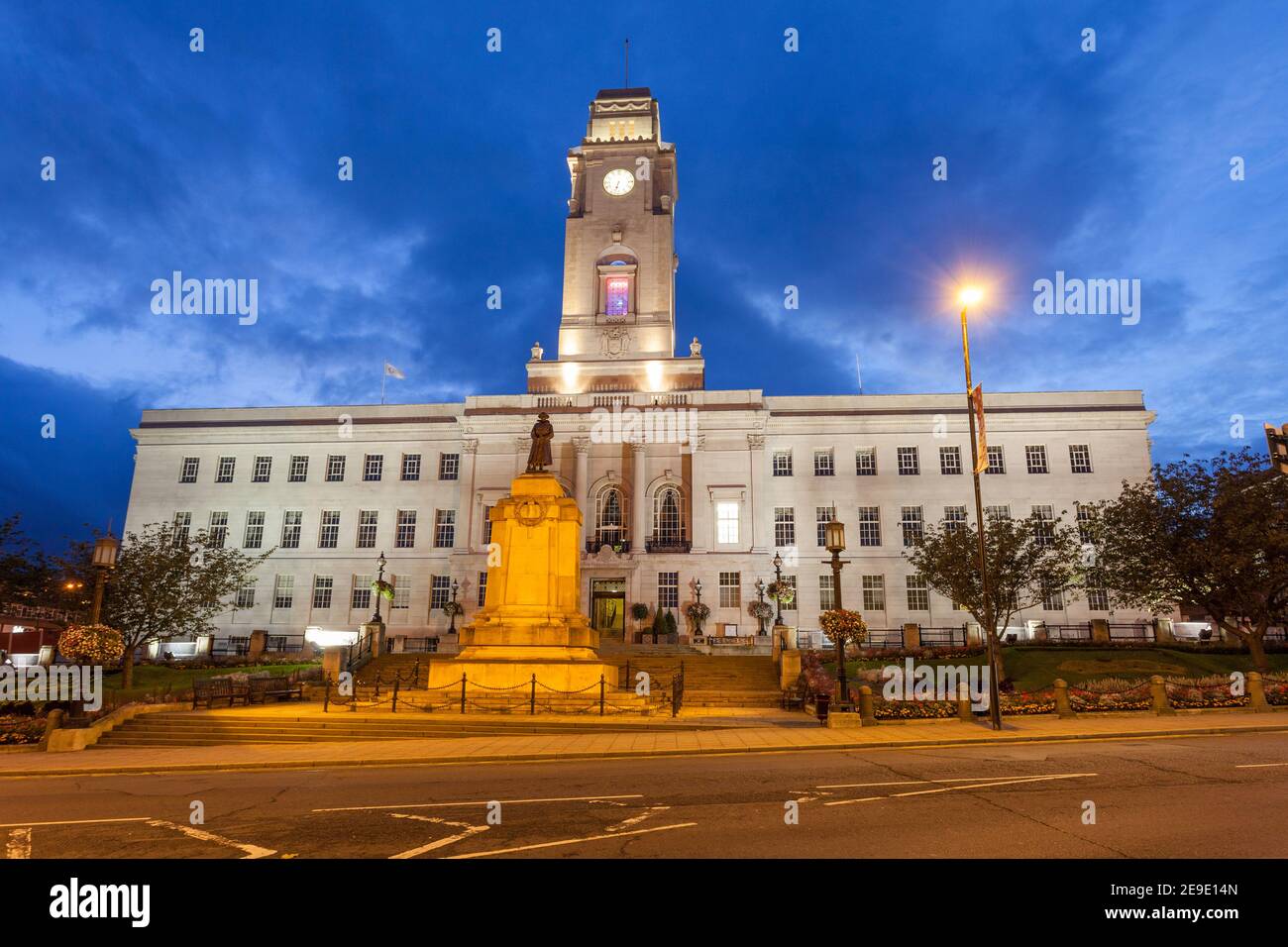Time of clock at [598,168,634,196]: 6:32
